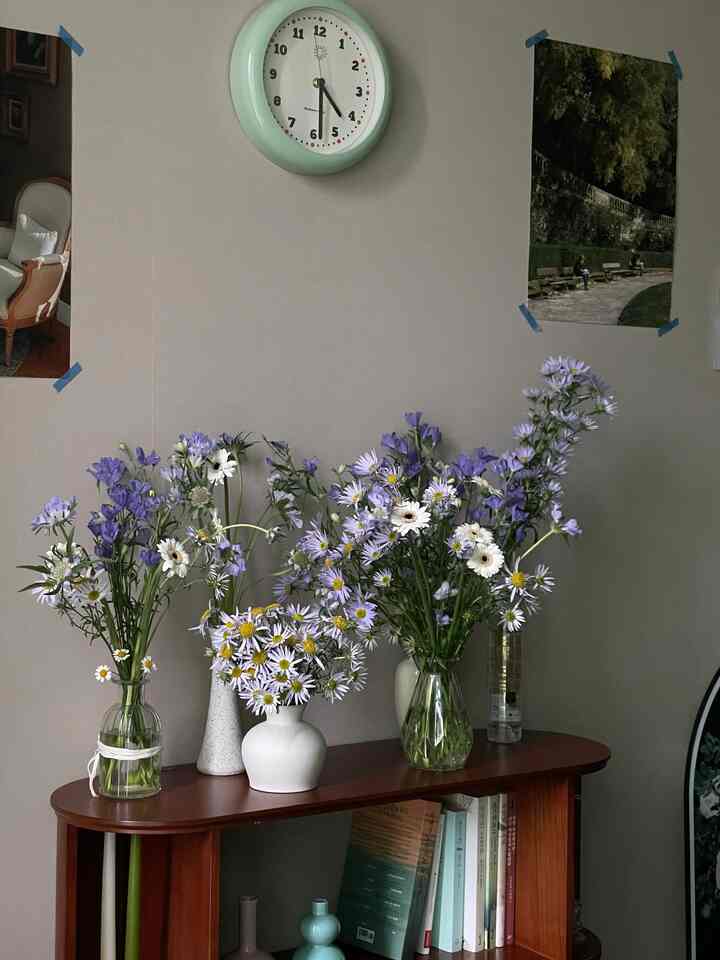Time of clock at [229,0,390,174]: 4:28
